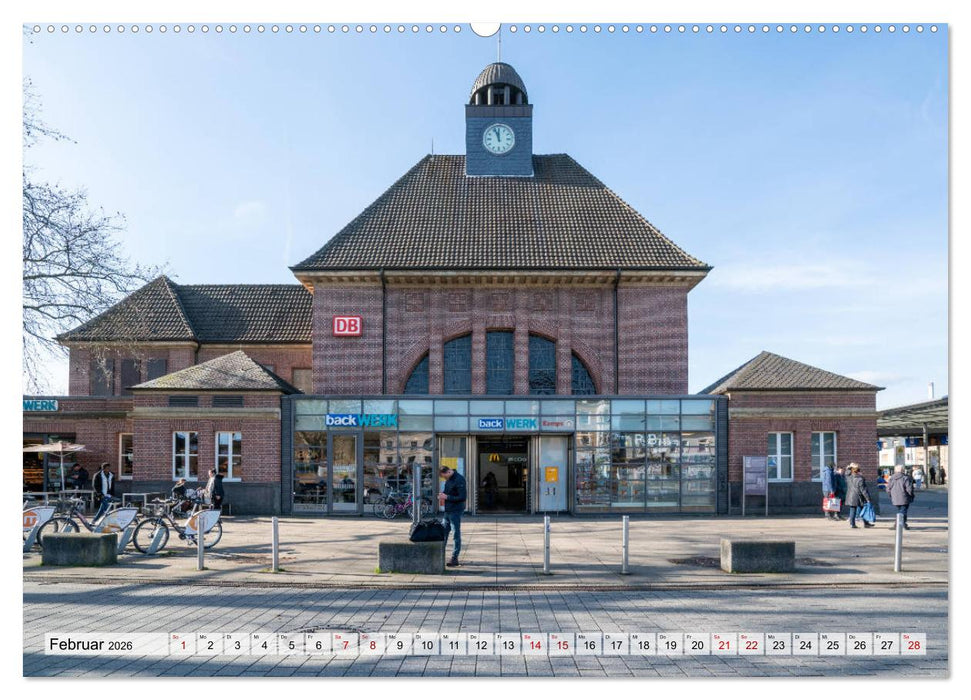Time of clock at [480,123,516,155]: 11:56
